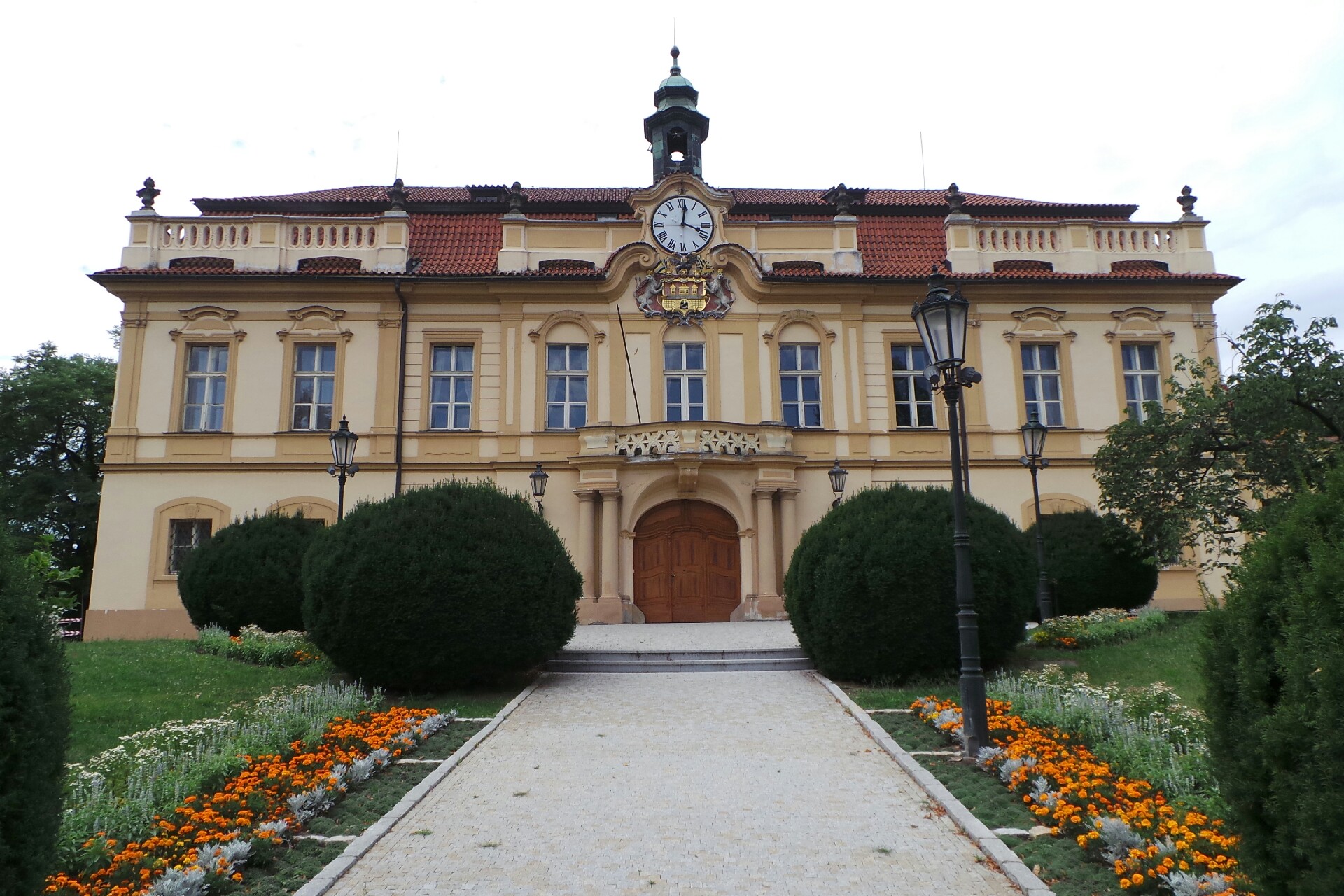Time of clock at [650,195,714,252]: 12:18
